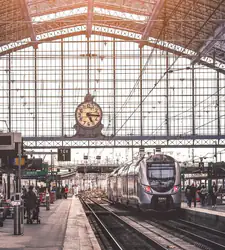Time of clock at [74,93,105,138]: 5:15
